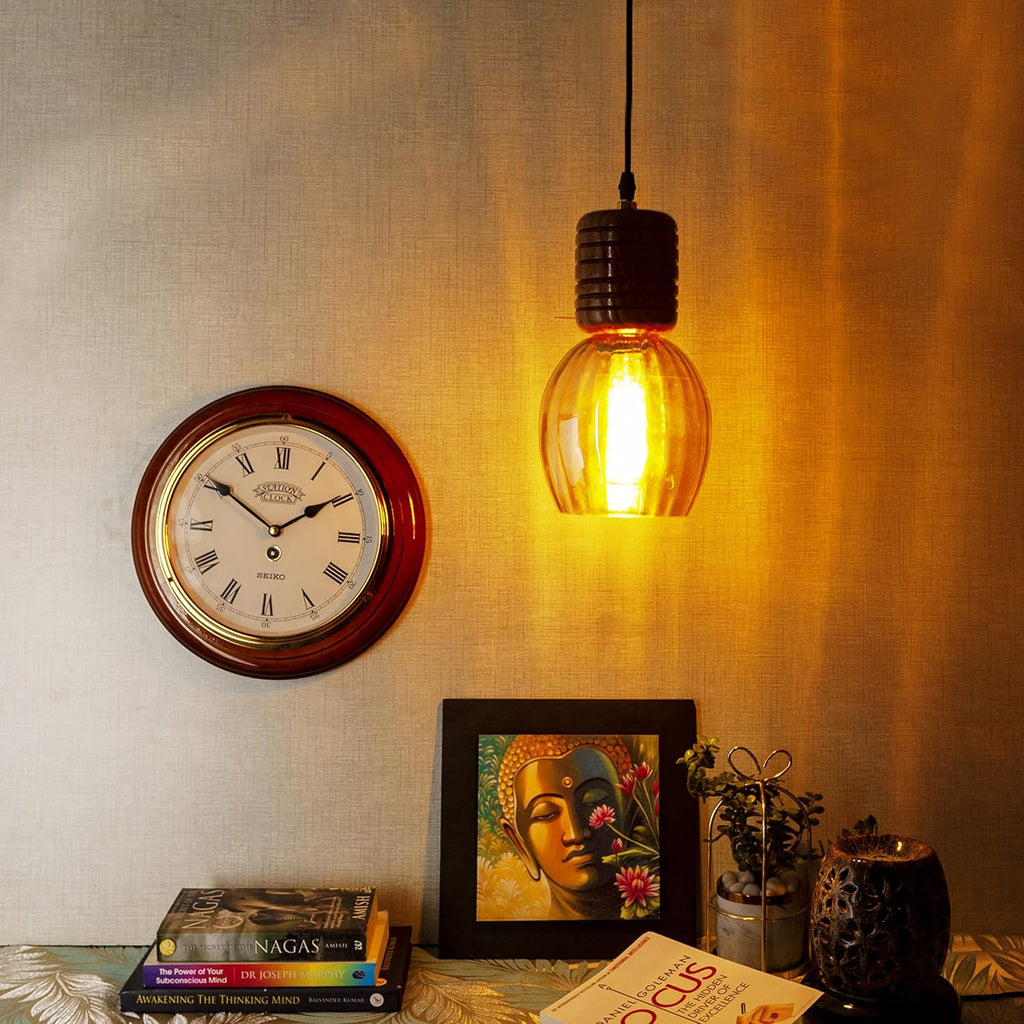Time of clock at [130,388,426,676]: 1:50
